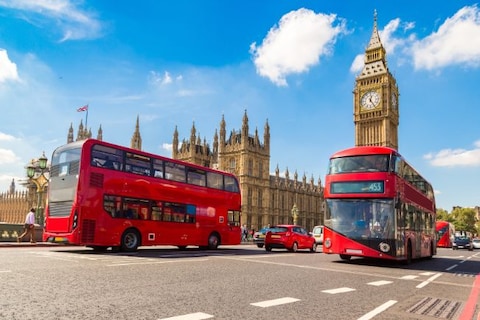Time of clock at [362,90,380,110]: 12:24
